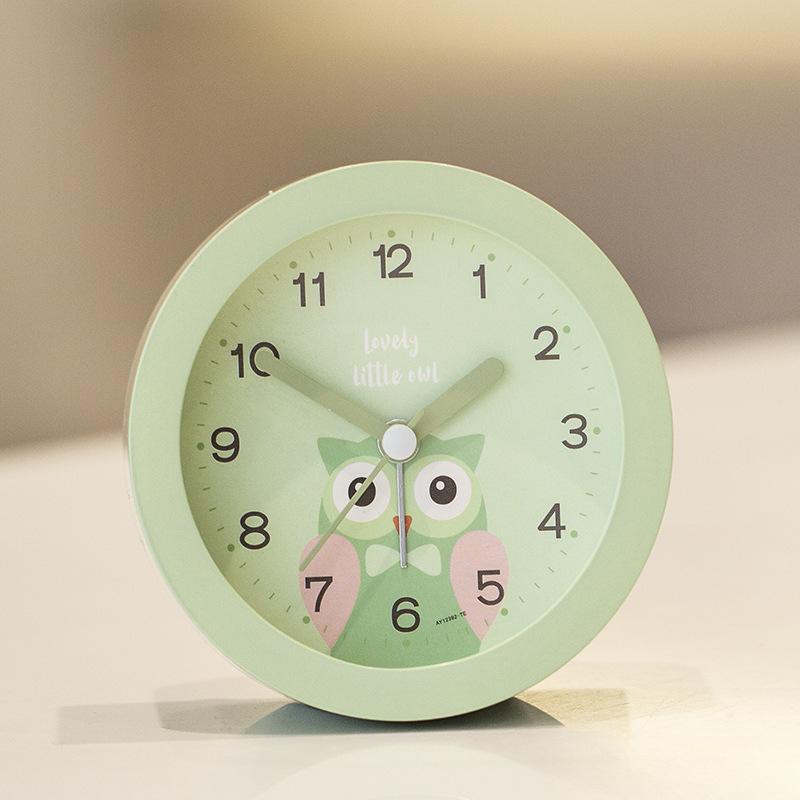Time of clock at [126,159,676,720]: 1:50
